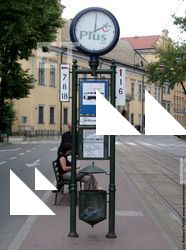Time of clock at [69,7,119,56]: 2:00
